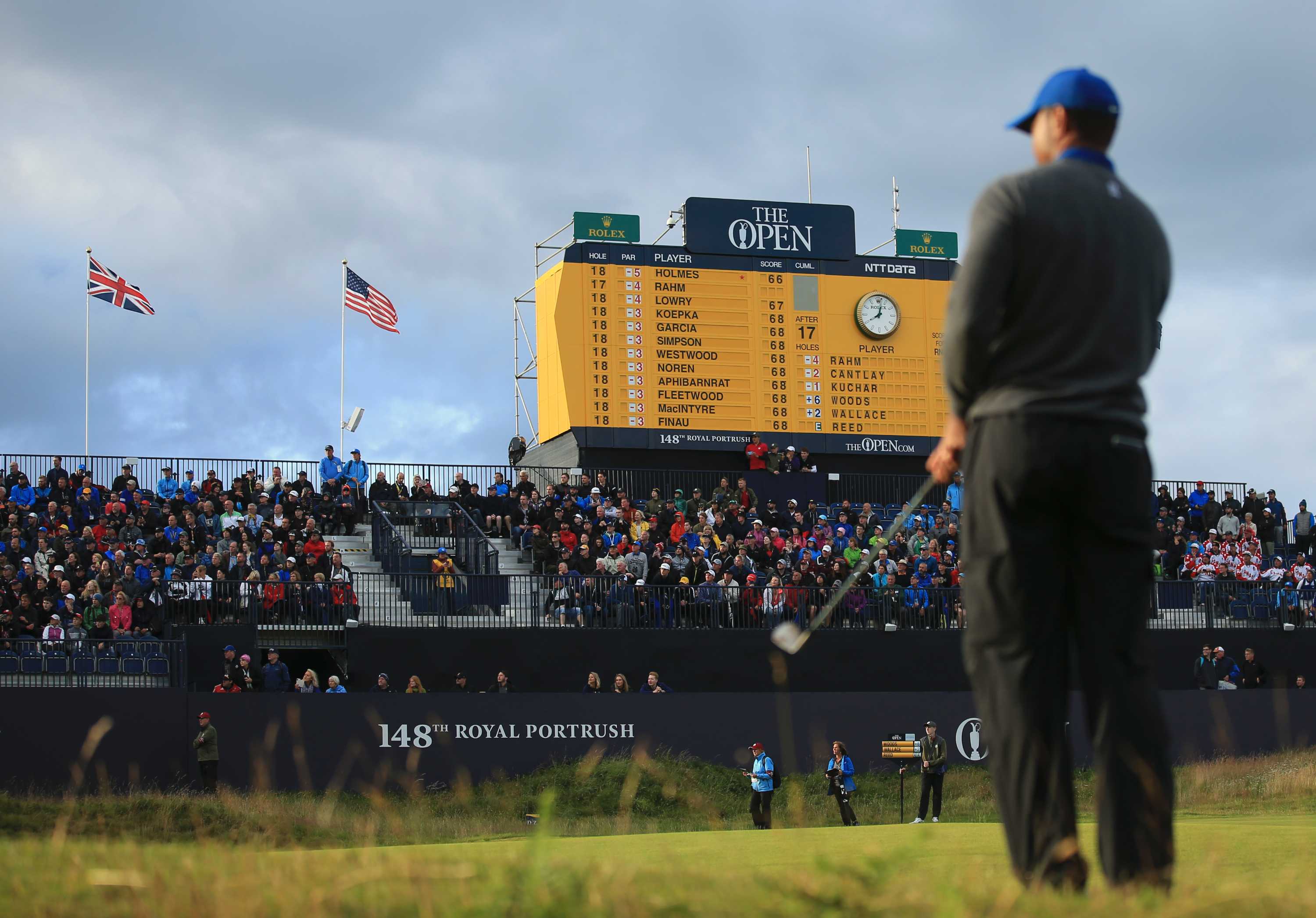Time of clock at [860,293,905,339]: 8:01
